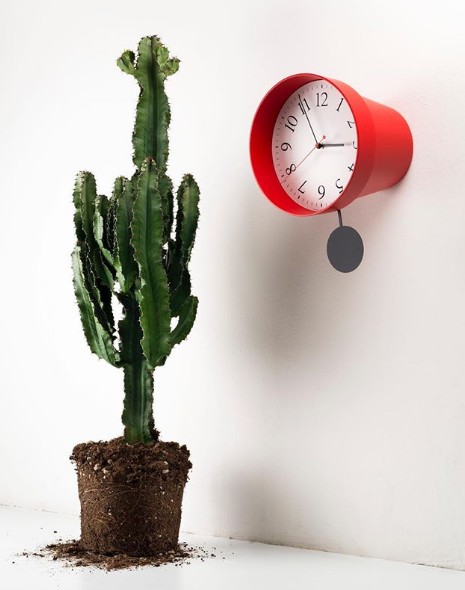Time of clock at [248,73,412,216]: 2:54
